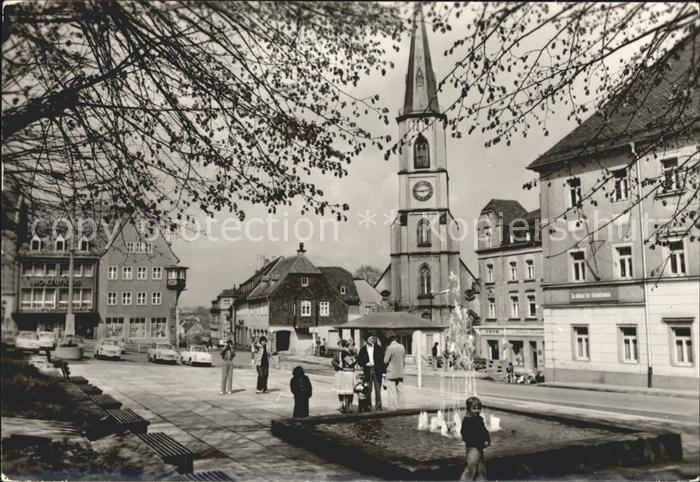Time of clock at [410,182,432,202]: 9:12
